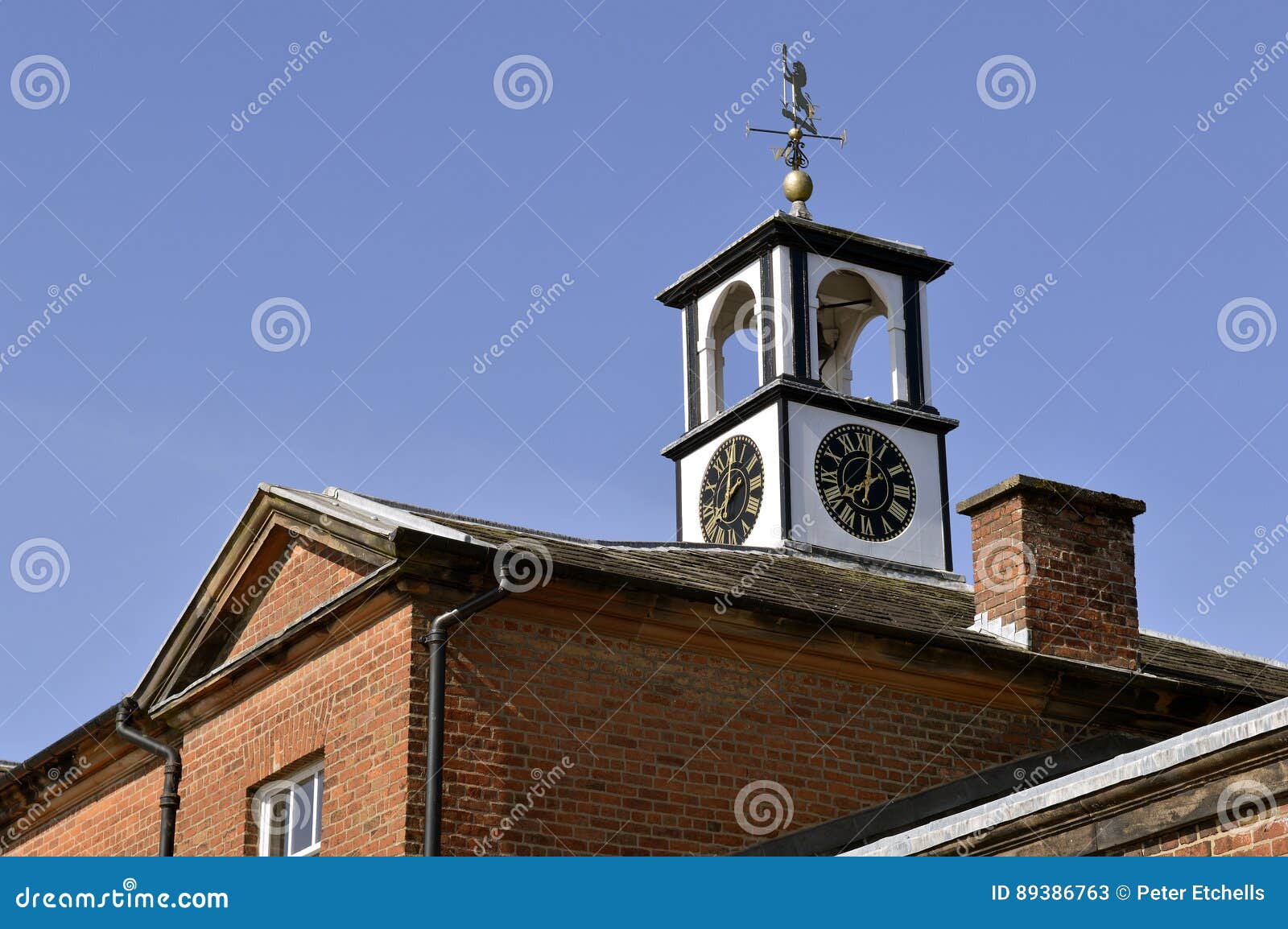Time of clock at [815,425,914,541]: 8:01
